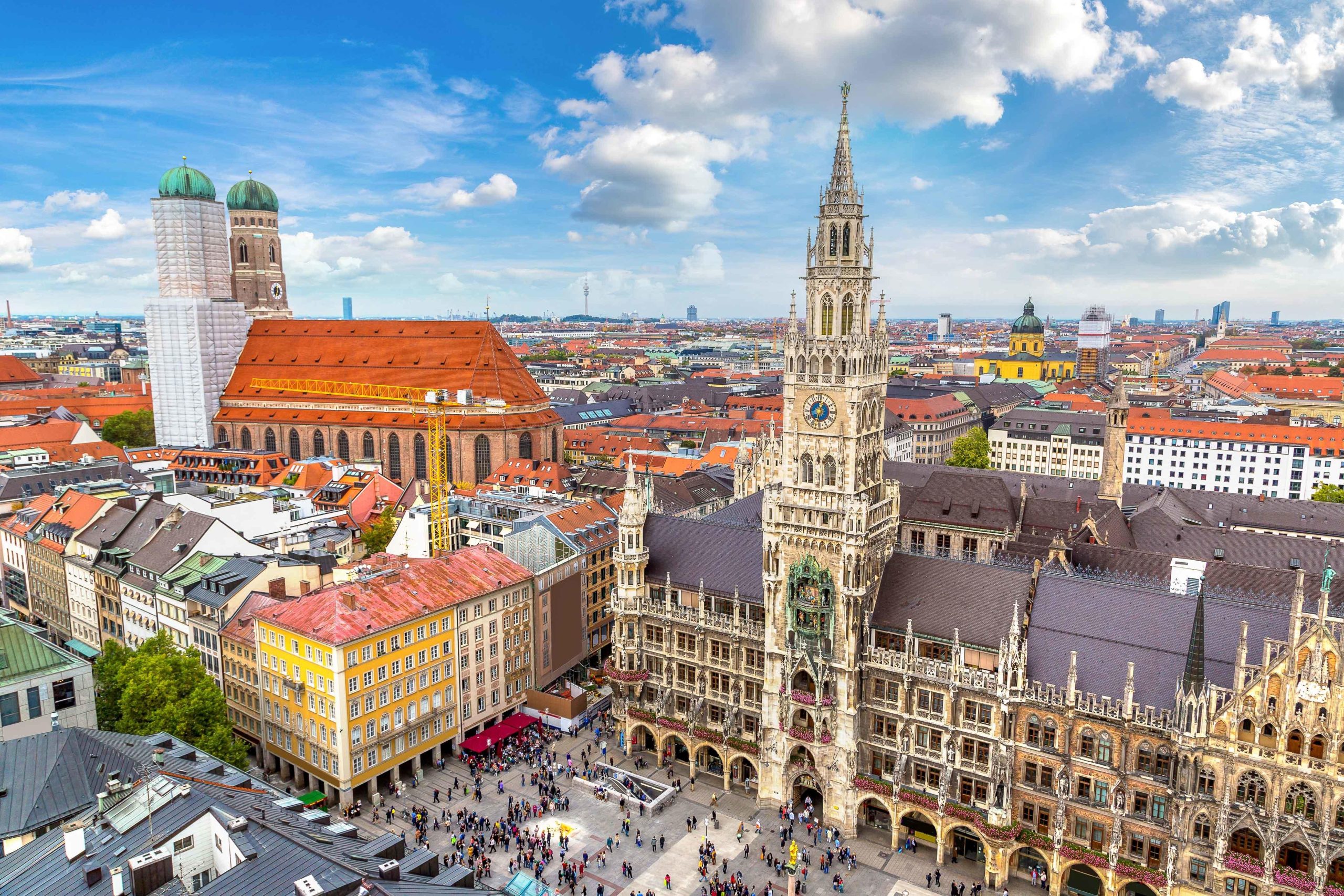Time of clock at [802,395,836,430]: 12:32
